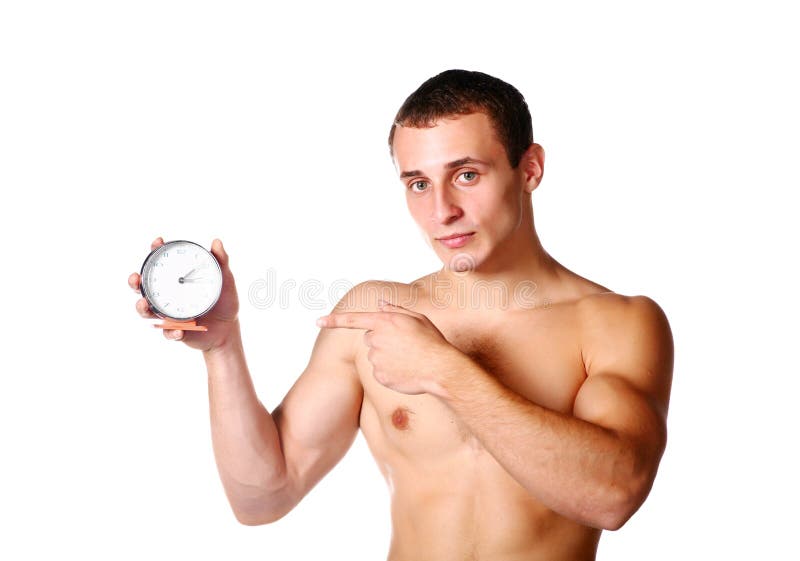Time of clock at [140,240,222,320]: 3:08
